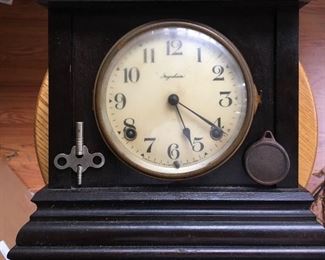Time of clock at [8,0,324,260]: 5:20
